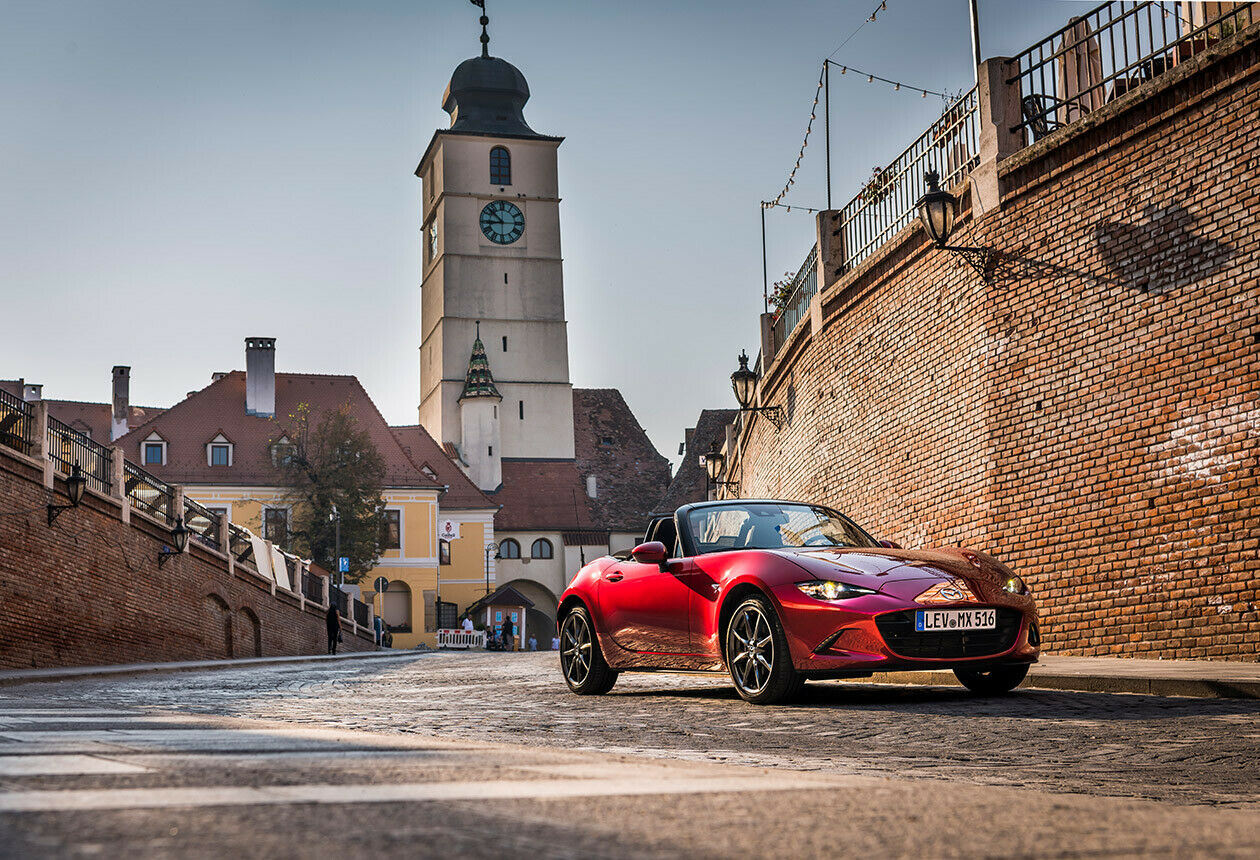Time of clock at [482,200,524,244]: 8:52
